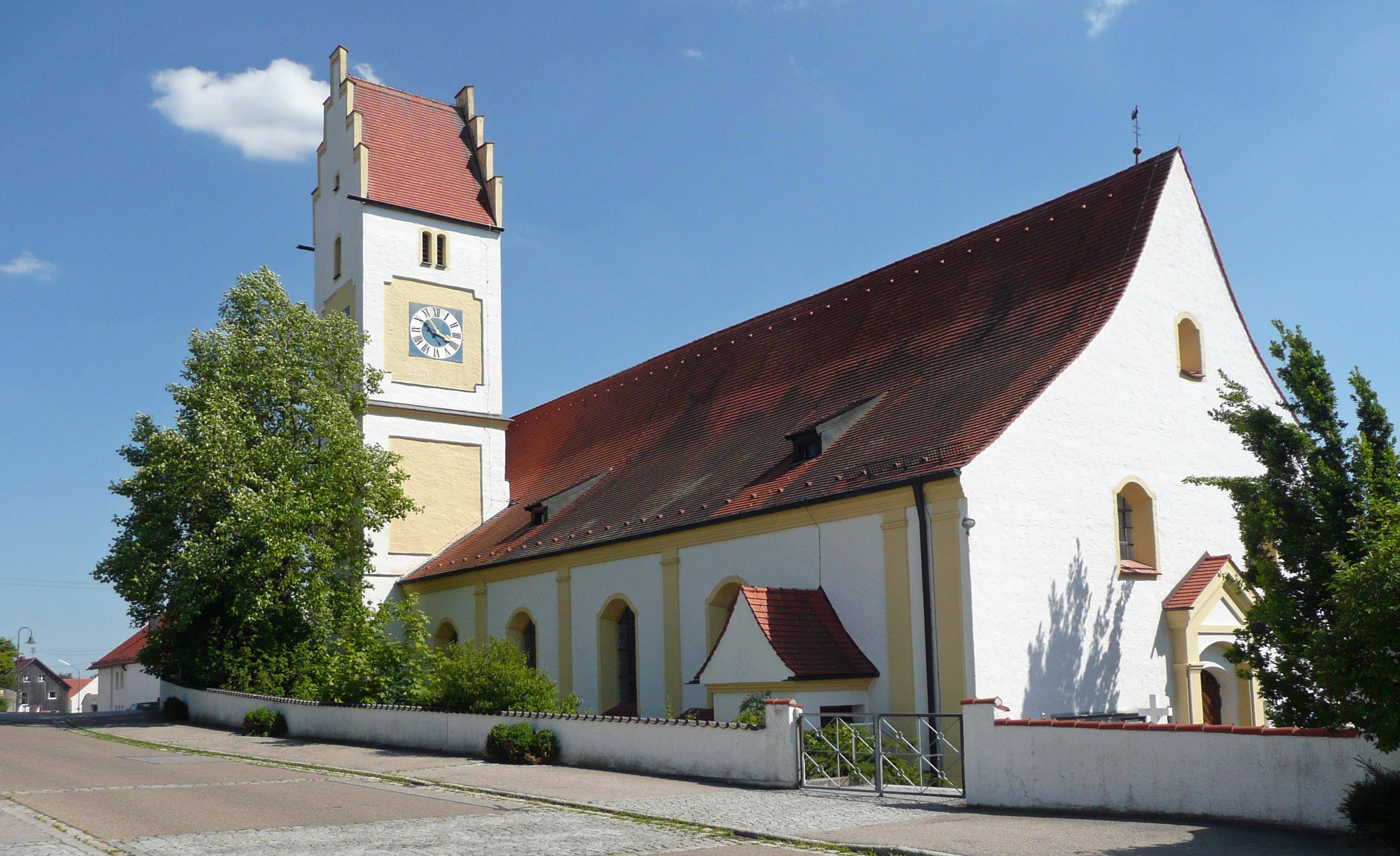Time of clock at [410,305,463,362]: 3:55
